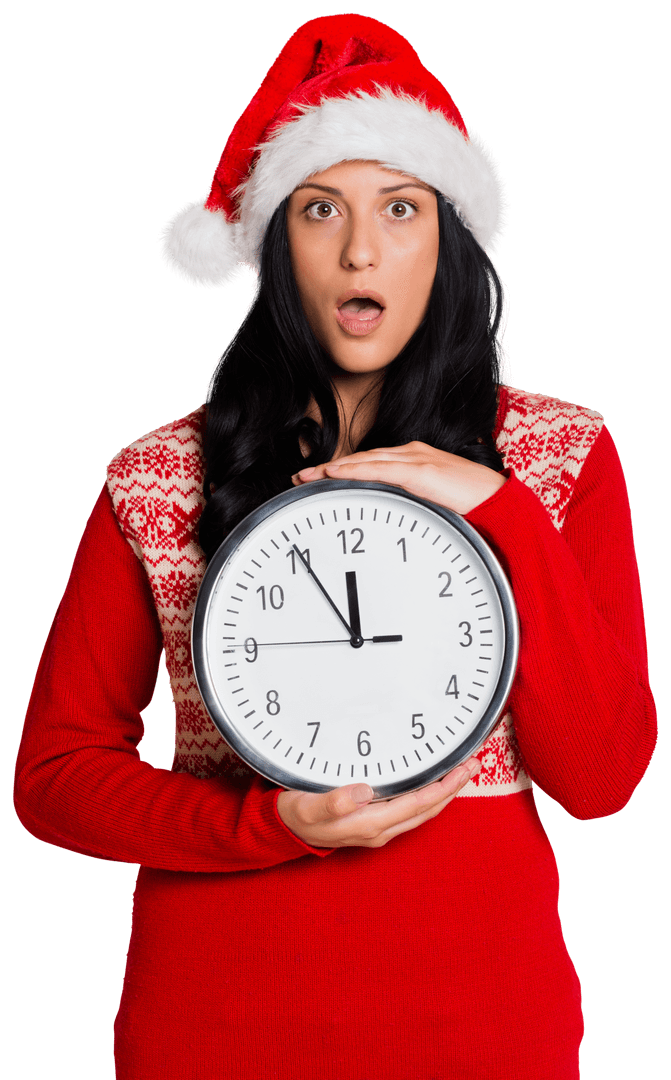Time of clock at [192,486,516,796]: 11:54
